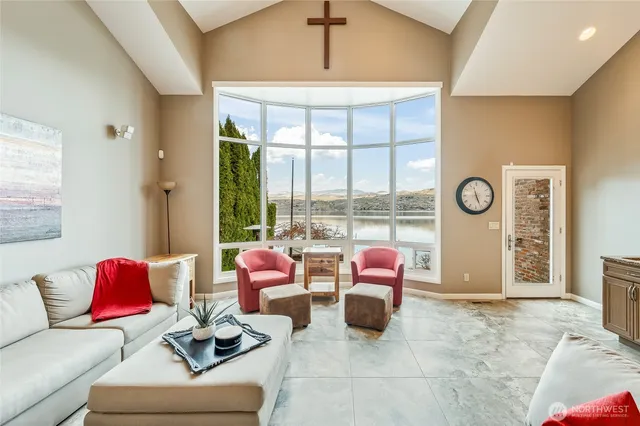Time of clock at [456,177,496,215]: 11:25
